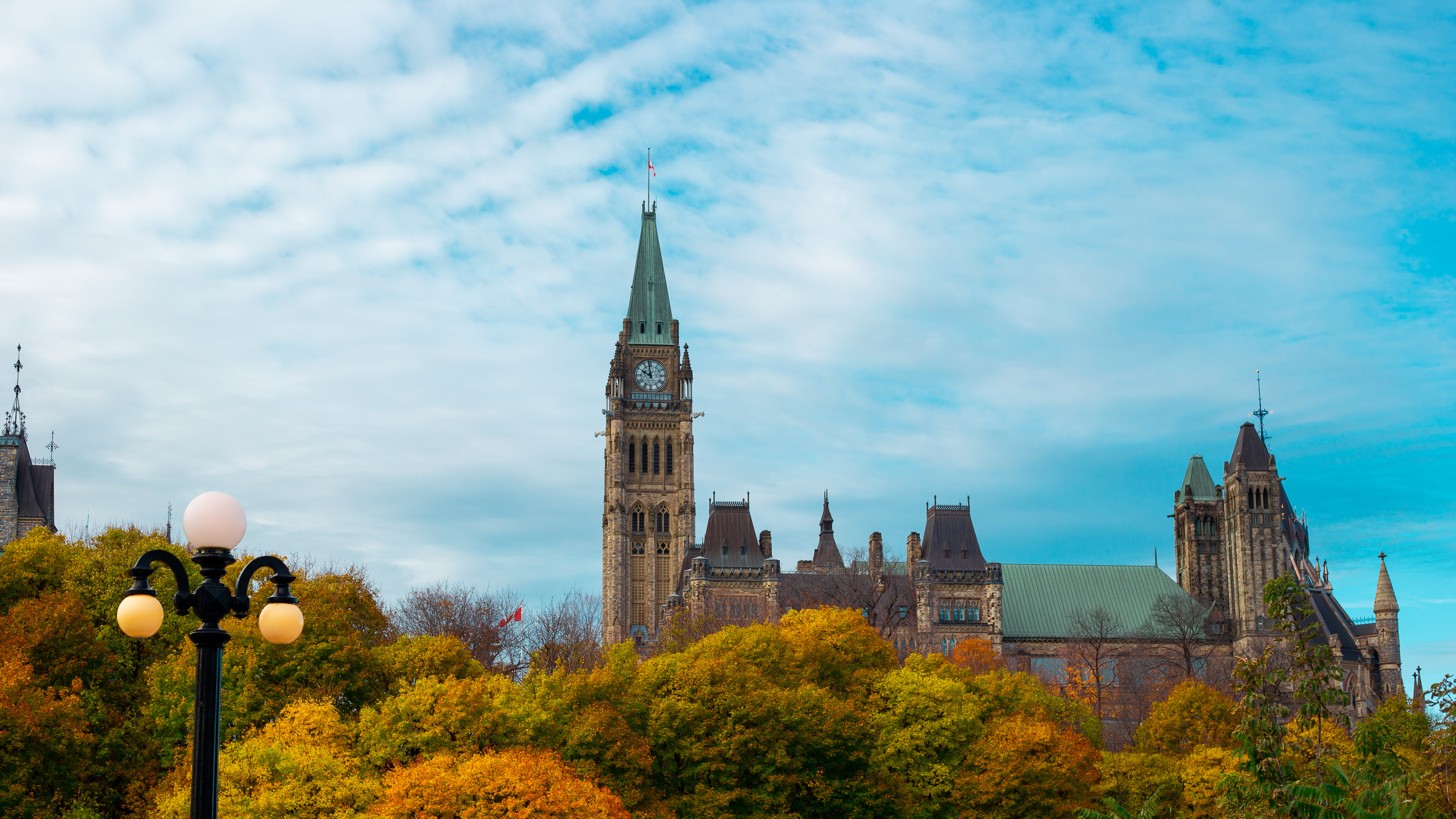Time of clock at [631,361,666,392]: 9:57
